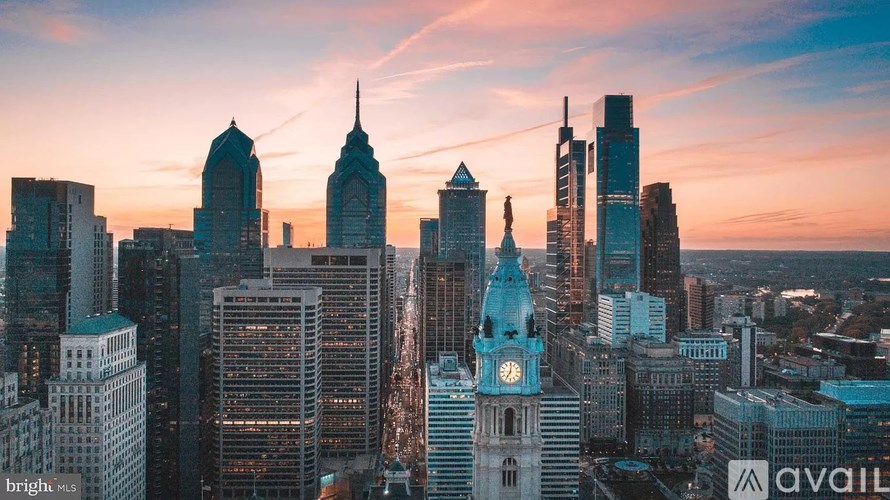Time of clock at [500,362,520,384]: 7:01
